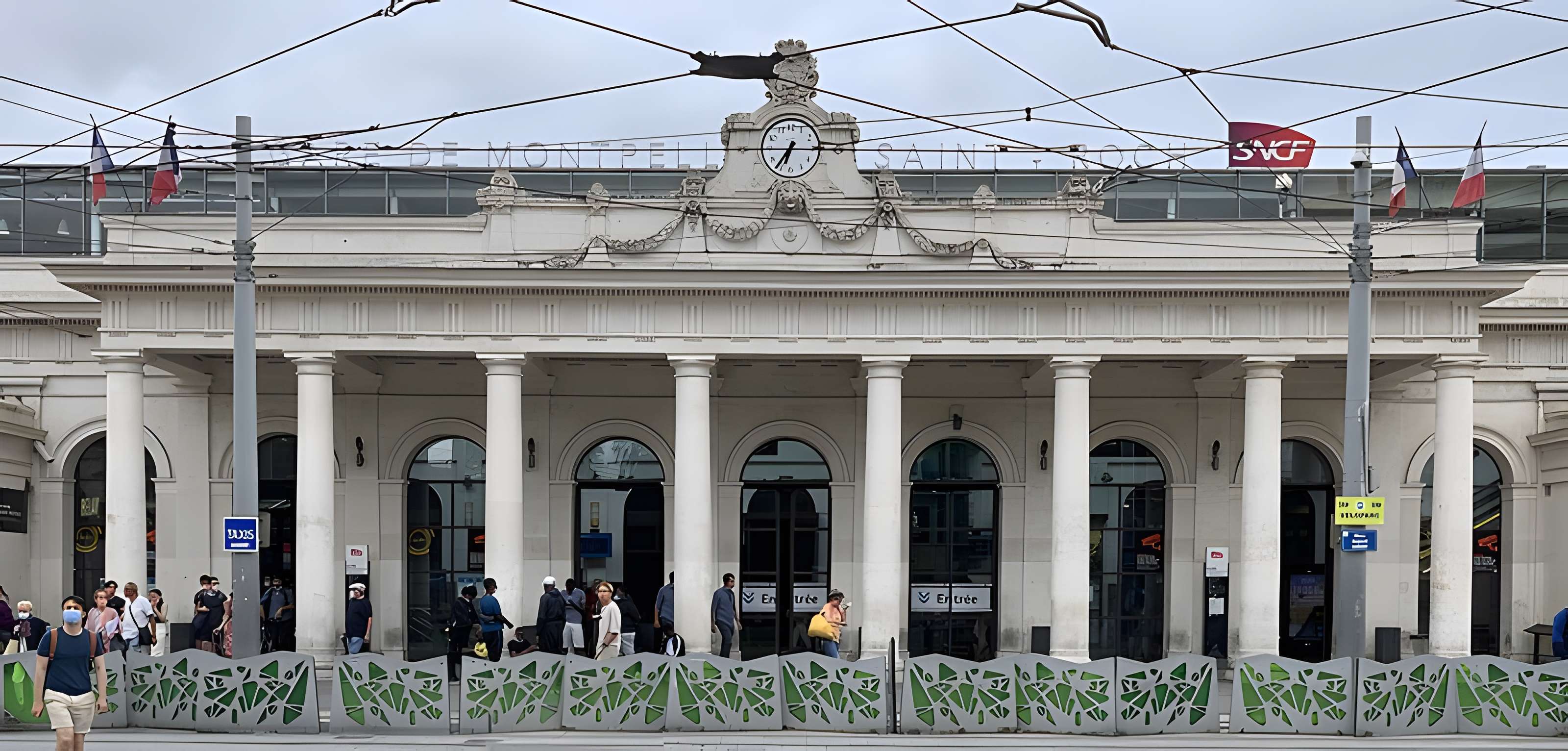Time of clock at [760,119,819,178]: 6:36
